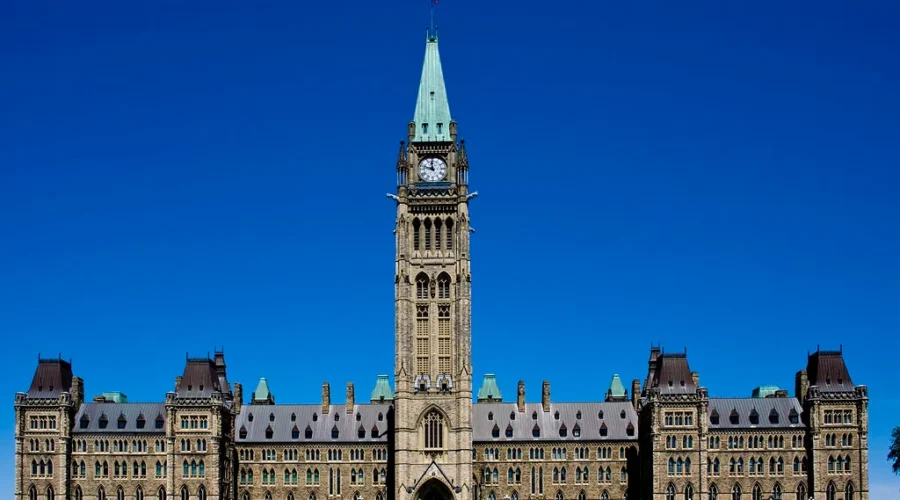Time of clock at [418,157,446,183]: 11:47
